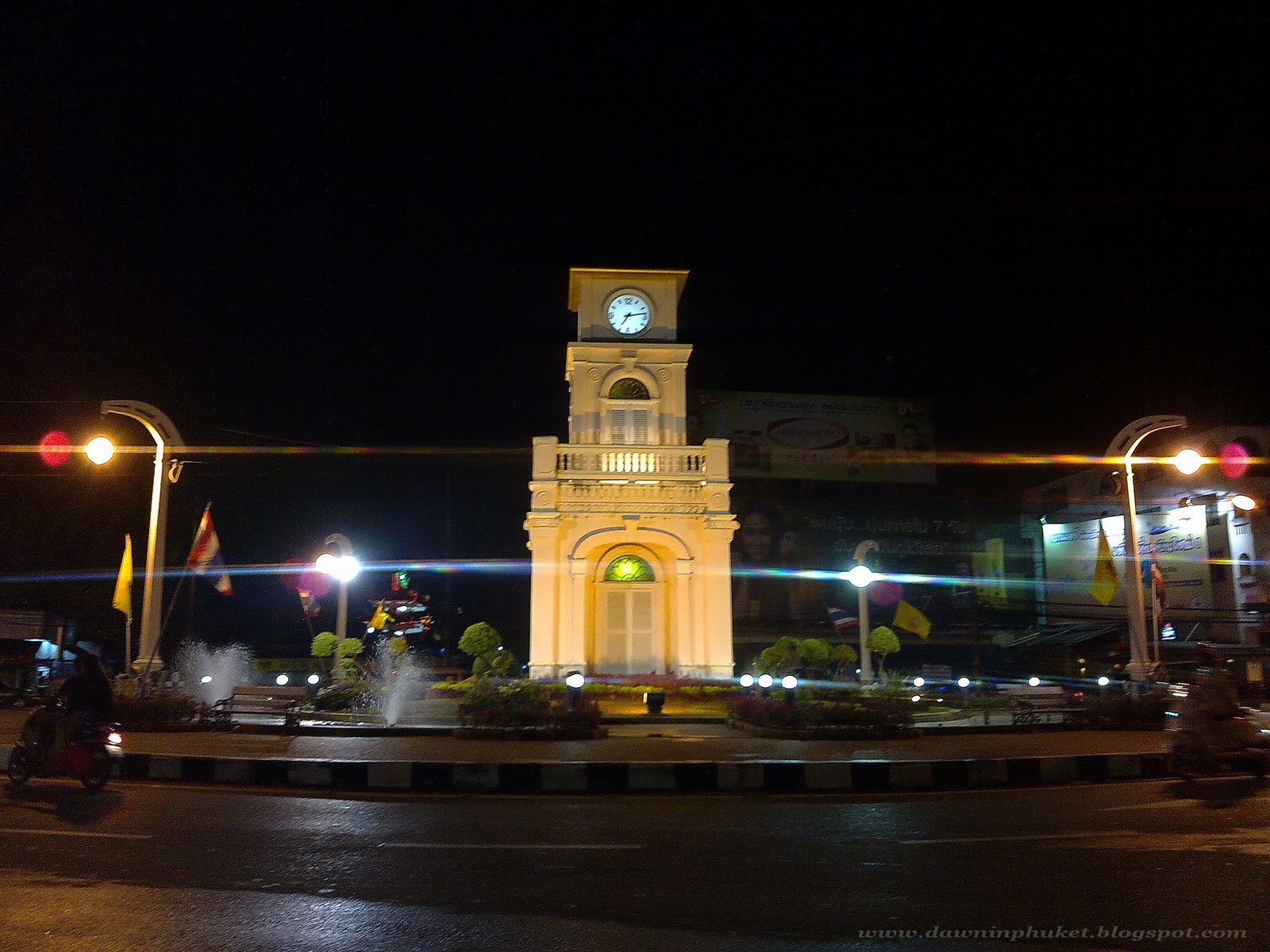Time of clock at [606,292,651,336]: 7:13
